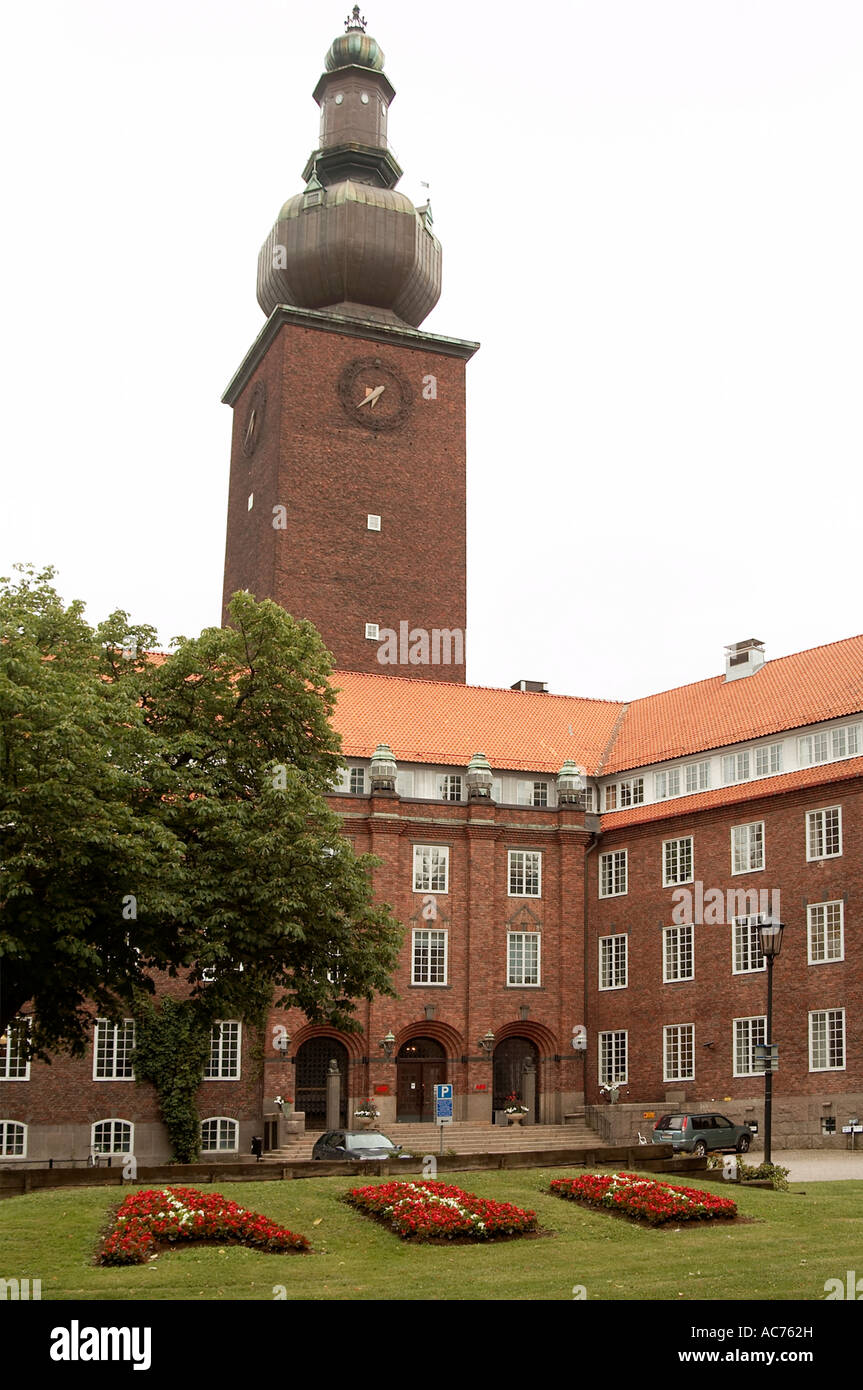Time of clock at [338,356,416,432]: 6:38
